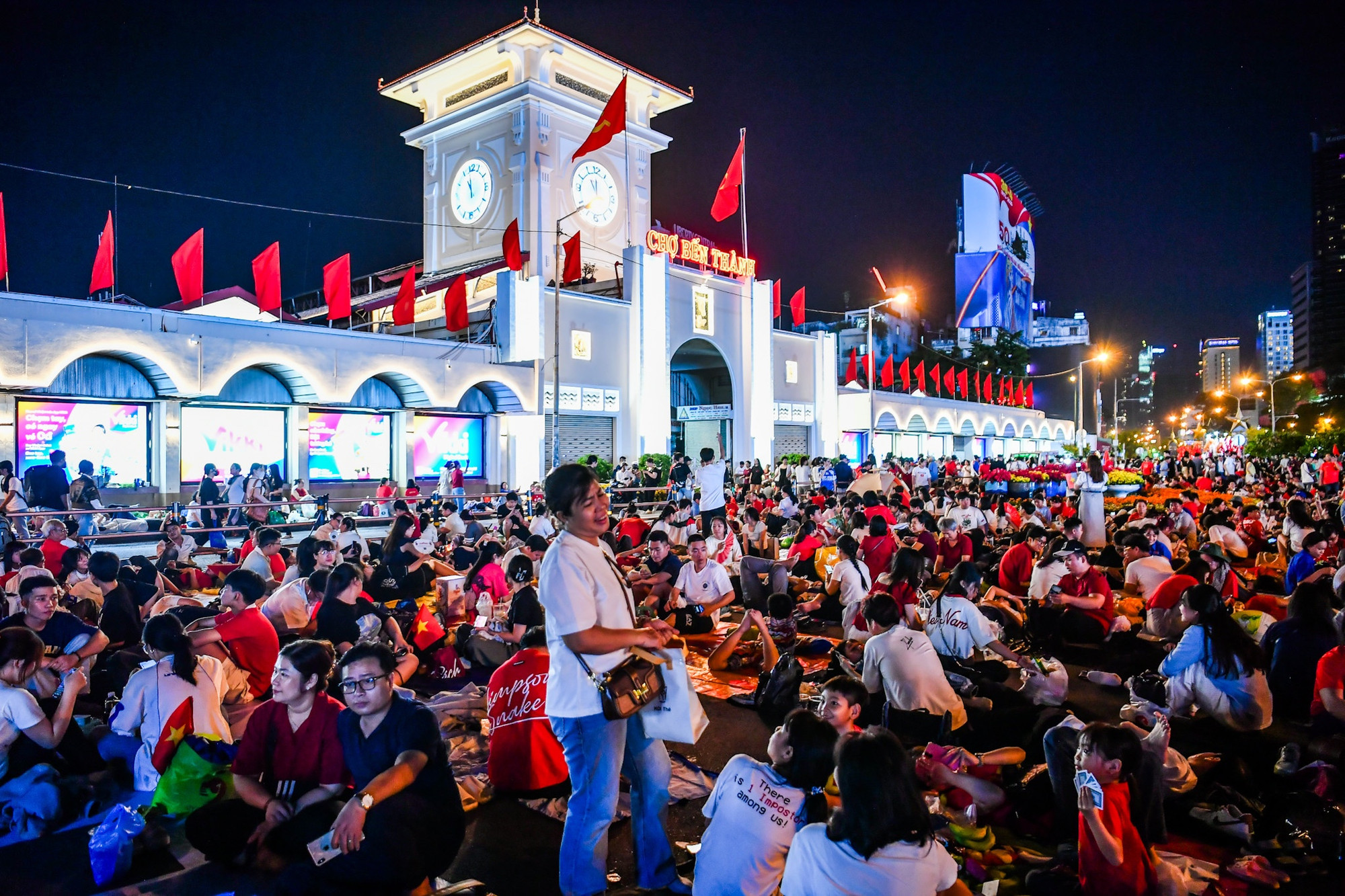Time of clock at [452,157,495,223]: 10:58
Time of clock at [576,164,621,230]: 11:37
